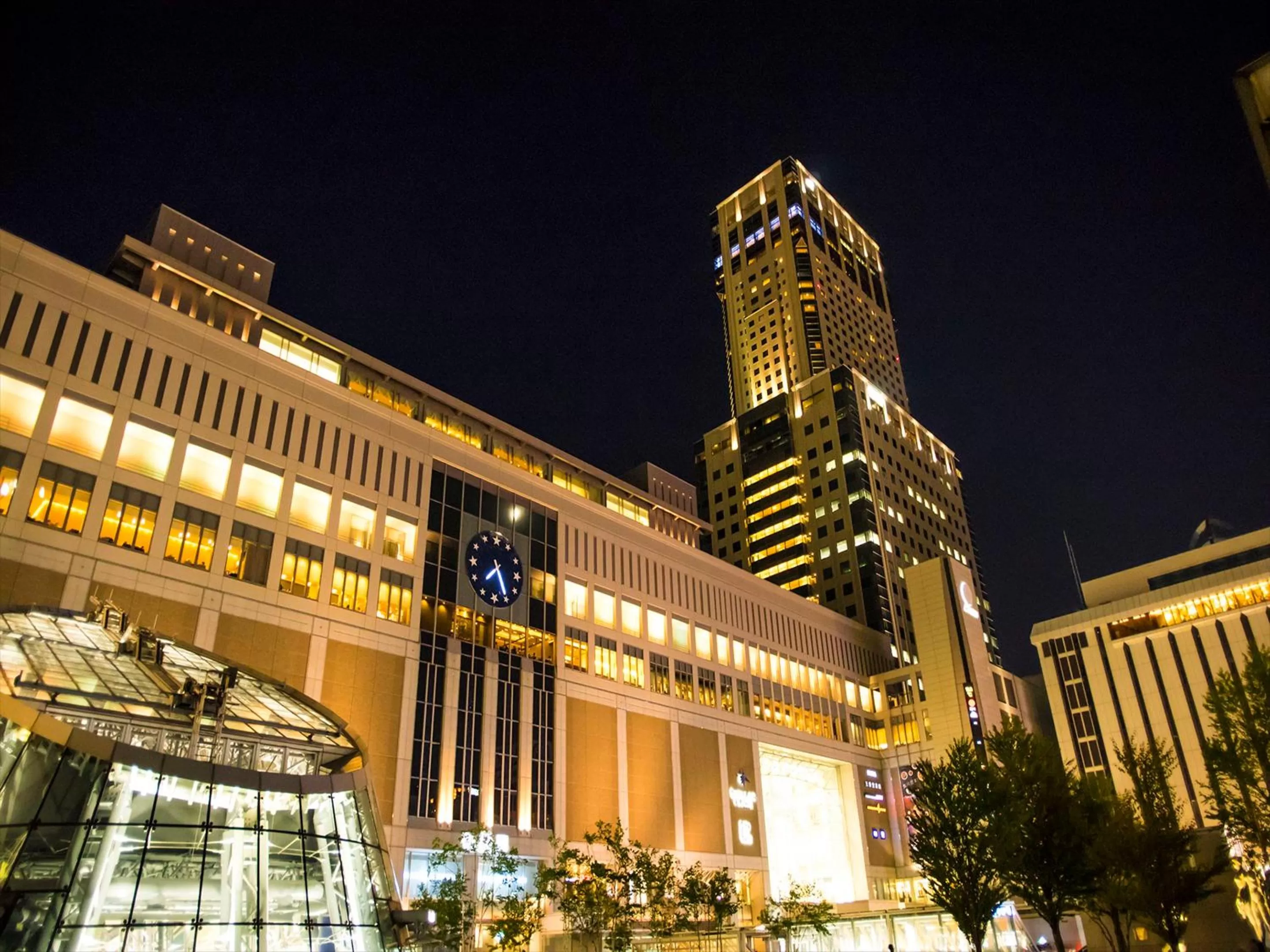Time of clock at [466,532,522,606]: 7:25
